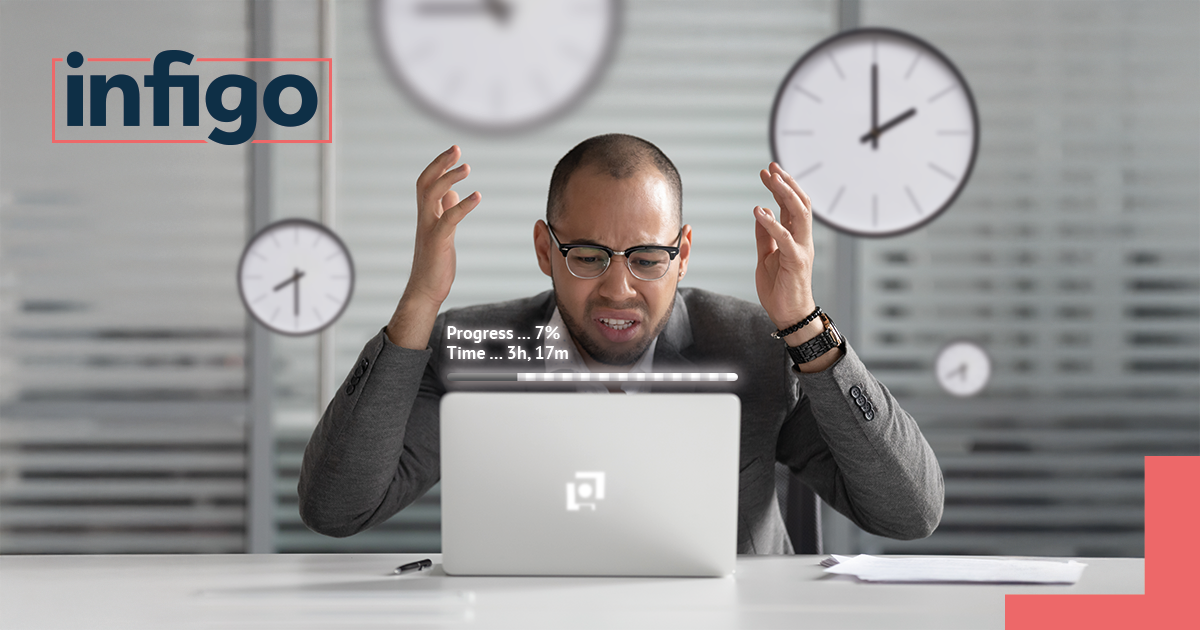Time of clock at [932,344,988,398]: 5:40
